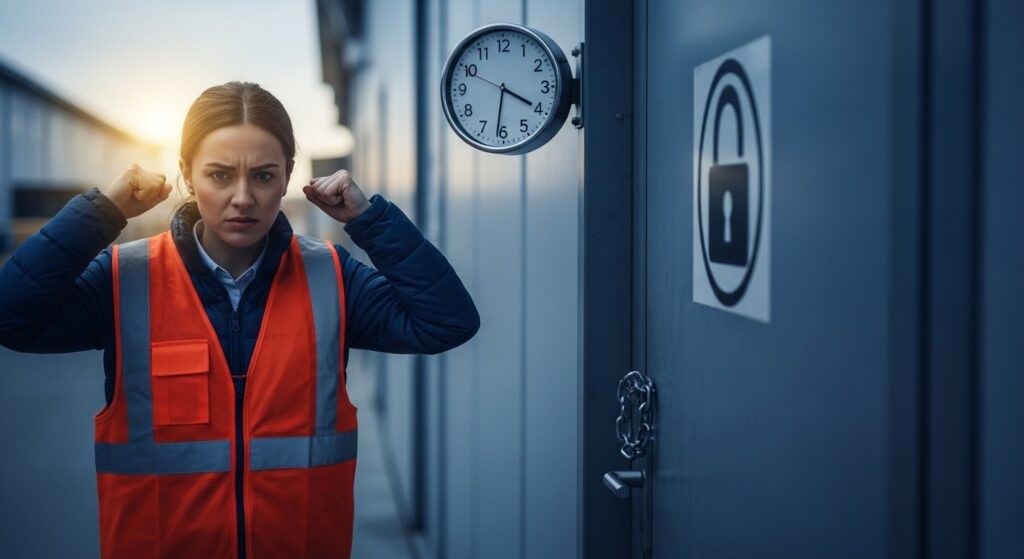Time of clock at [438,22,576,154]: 3:31
